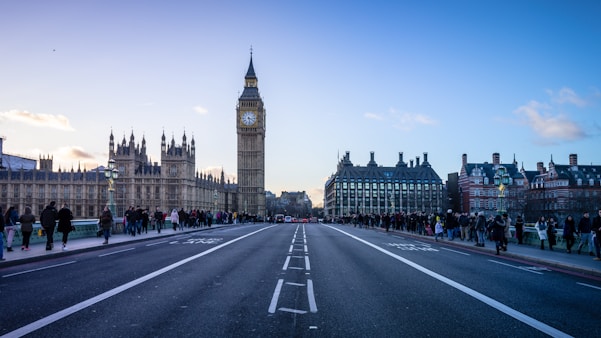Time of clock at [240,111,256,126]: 3:28
